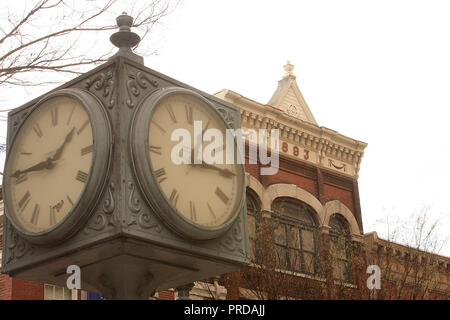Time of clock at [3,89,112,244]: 1:45
